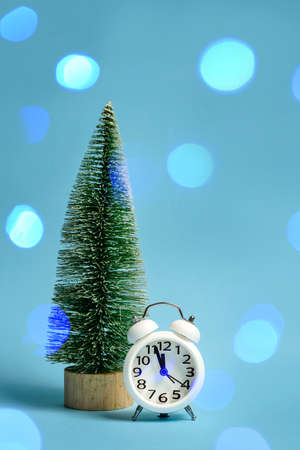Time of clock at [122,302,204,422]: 11:56
